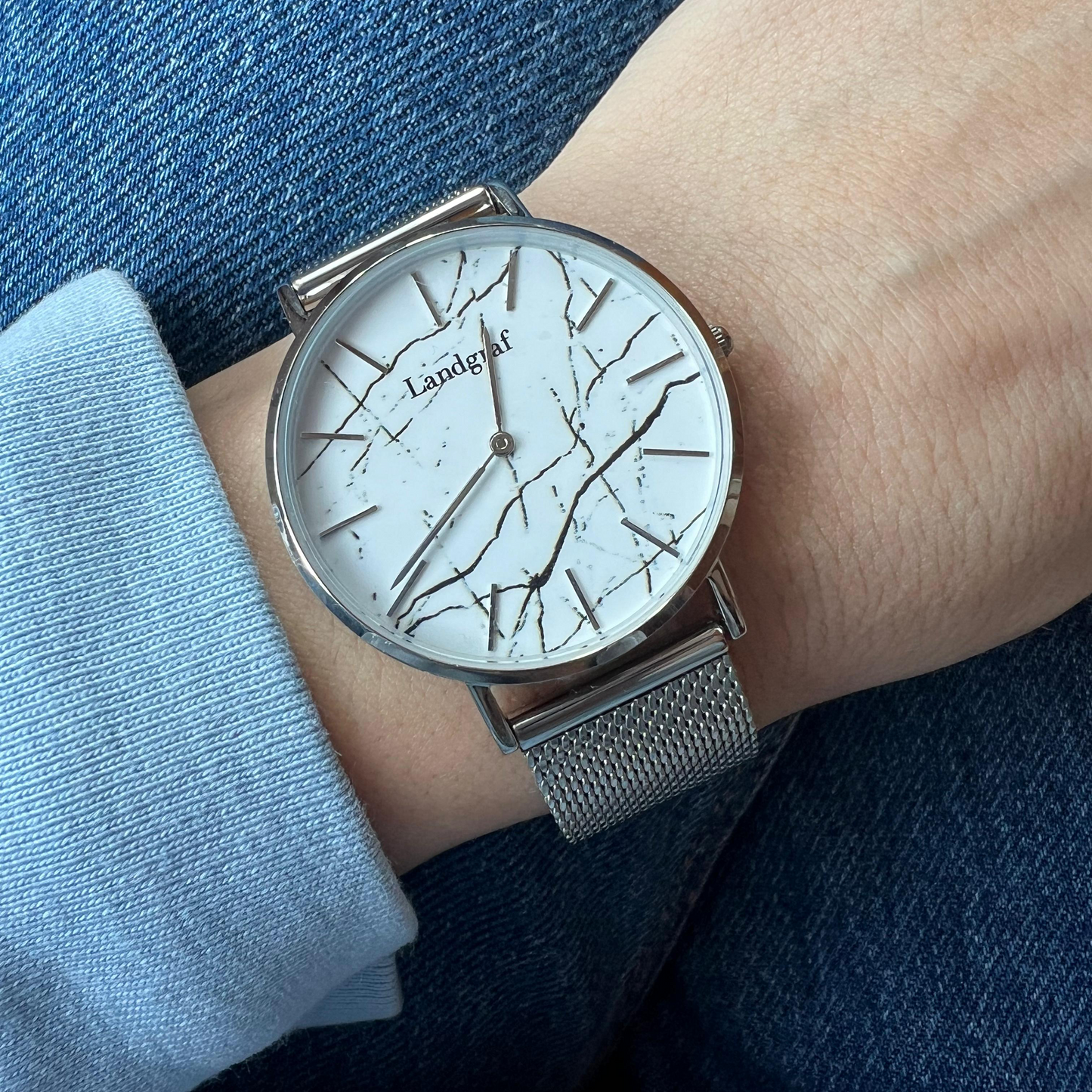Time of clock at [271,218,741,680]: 11:35
